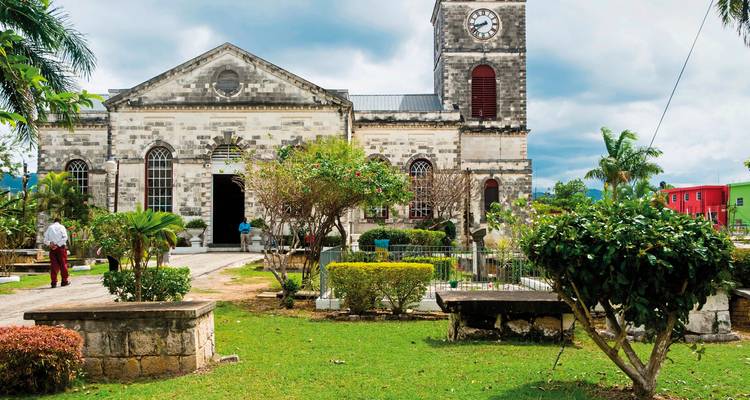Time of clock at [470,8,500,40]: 8:38
